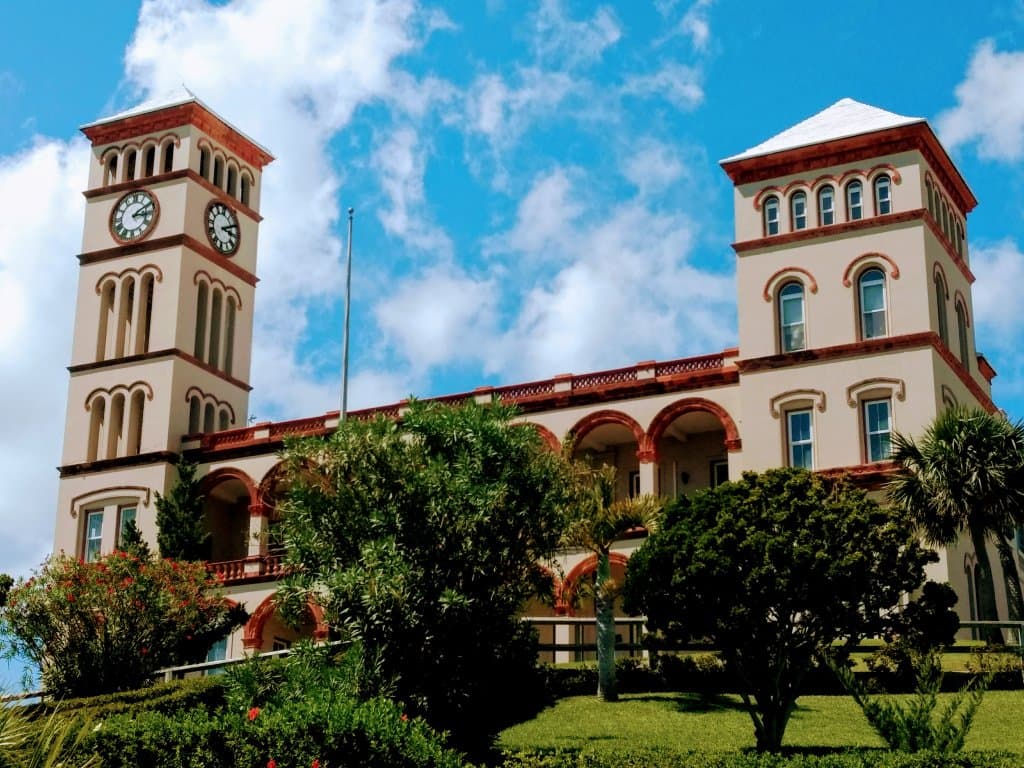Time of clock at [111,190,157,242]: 3:09
